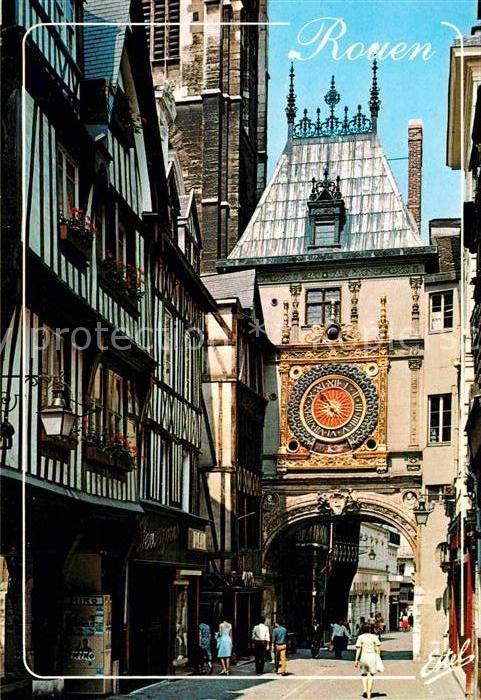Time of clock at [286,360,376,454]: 8:53
